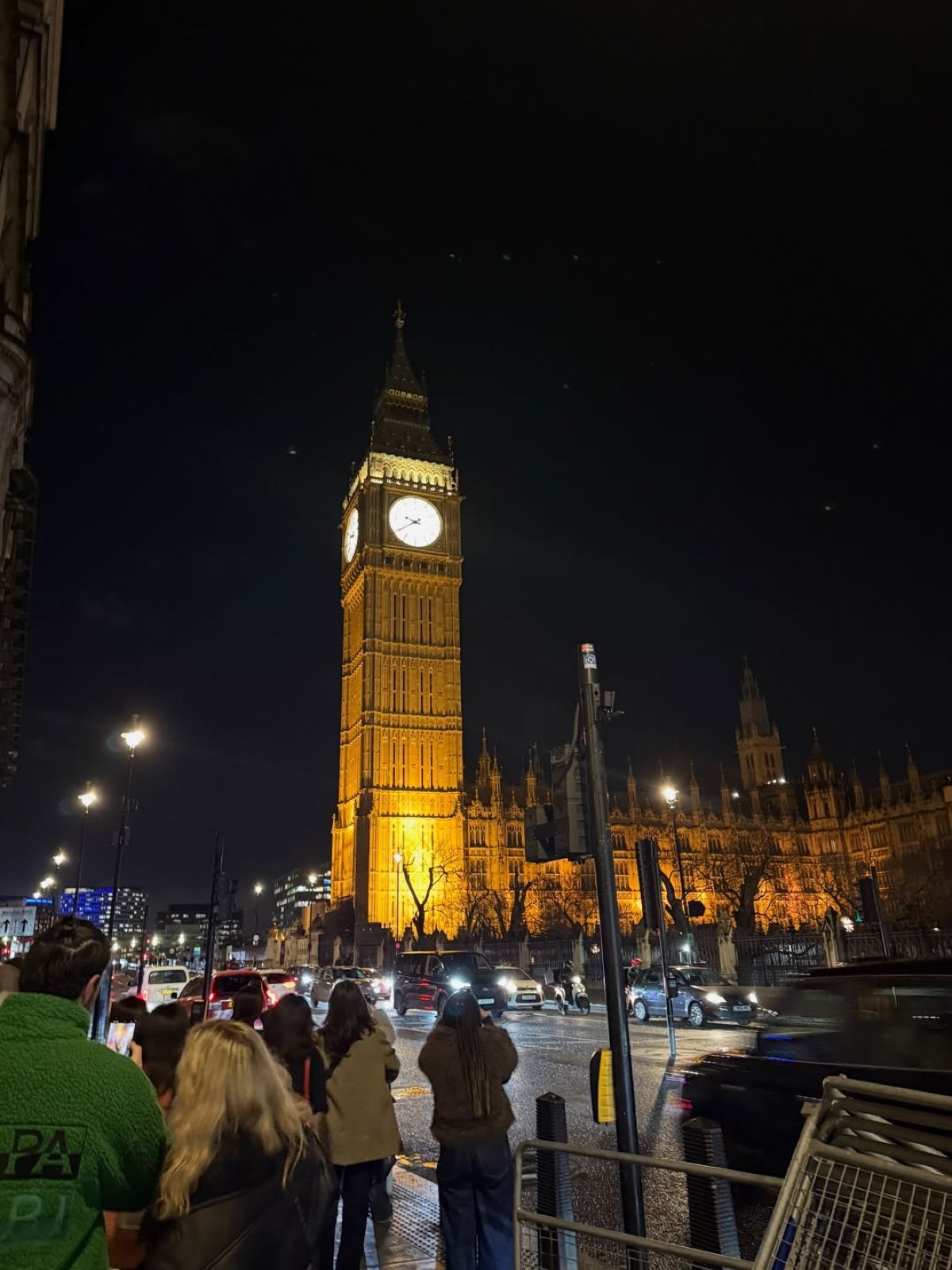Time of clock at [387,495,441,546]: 9:39
